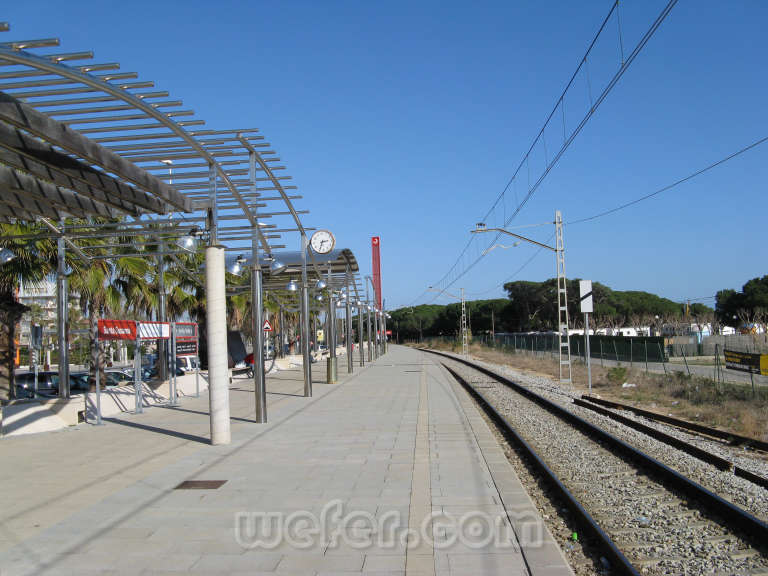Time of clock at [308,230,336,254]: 2:33
